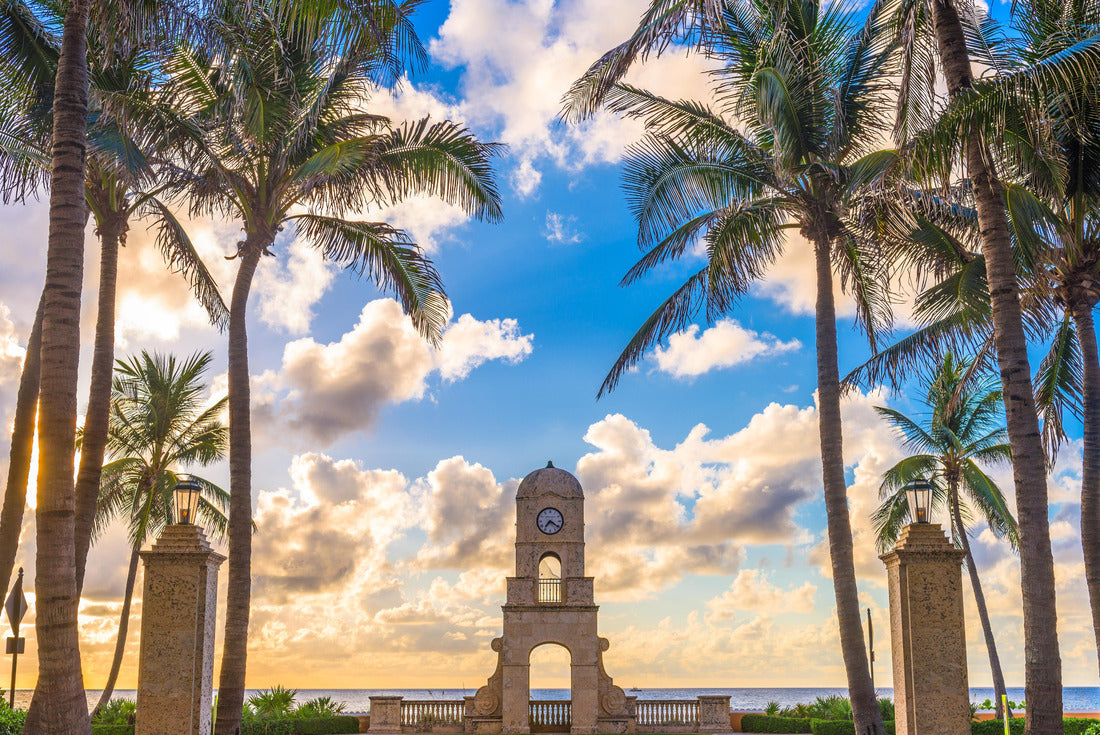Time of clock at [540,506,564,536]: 7:21
